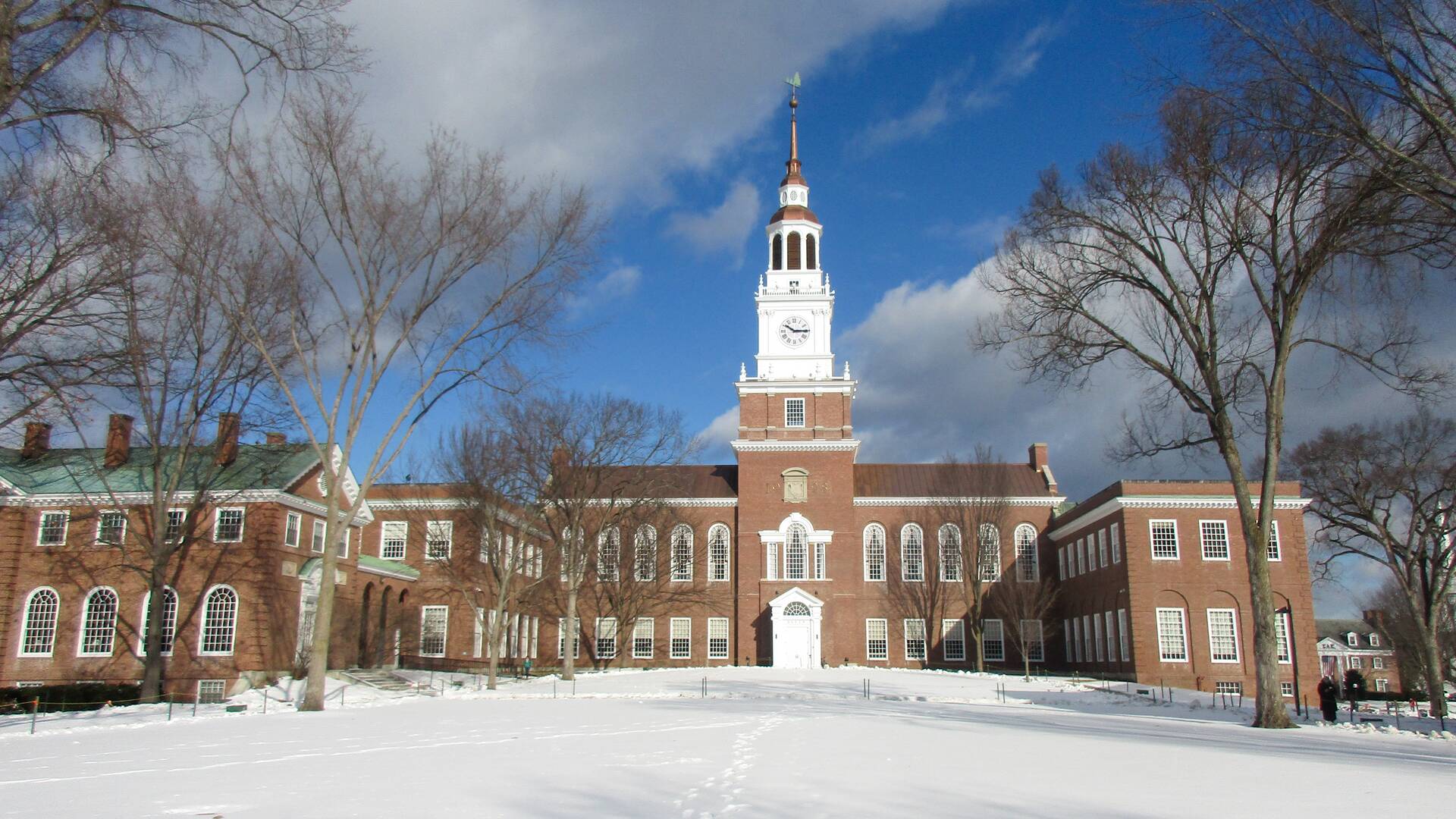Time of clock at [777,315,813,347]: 10:14
